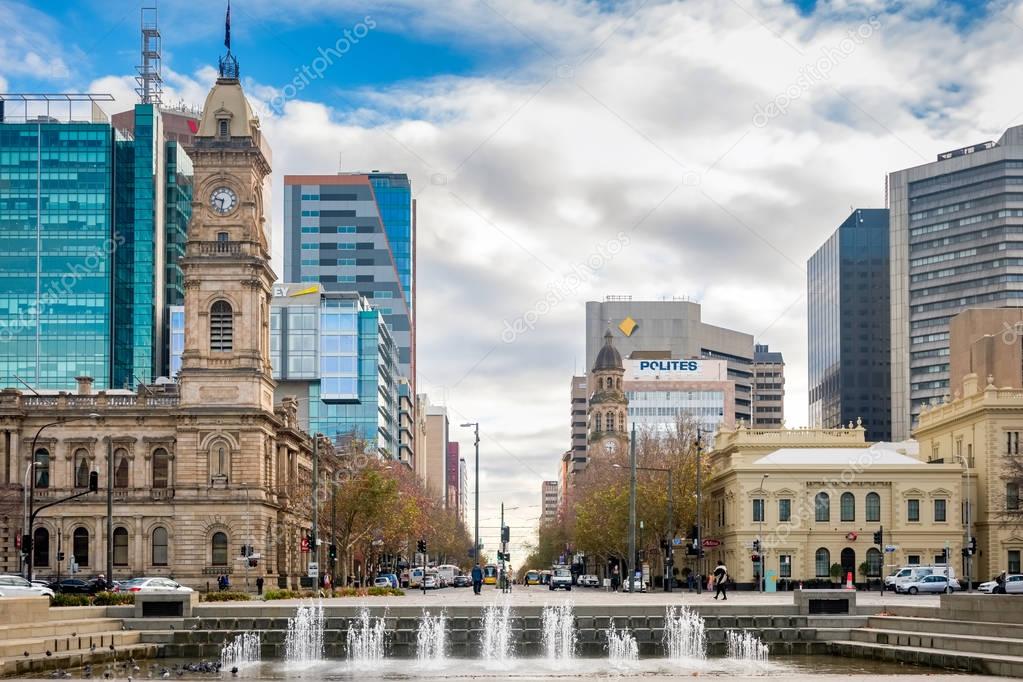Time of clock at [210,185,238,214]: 9:32
